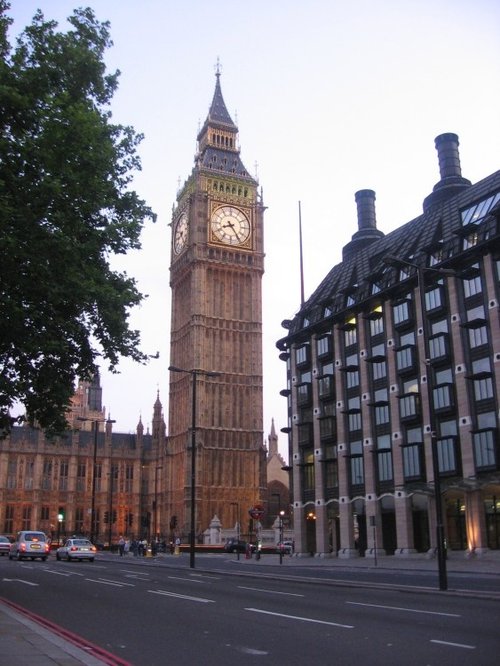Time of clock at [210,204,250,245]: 8:24
